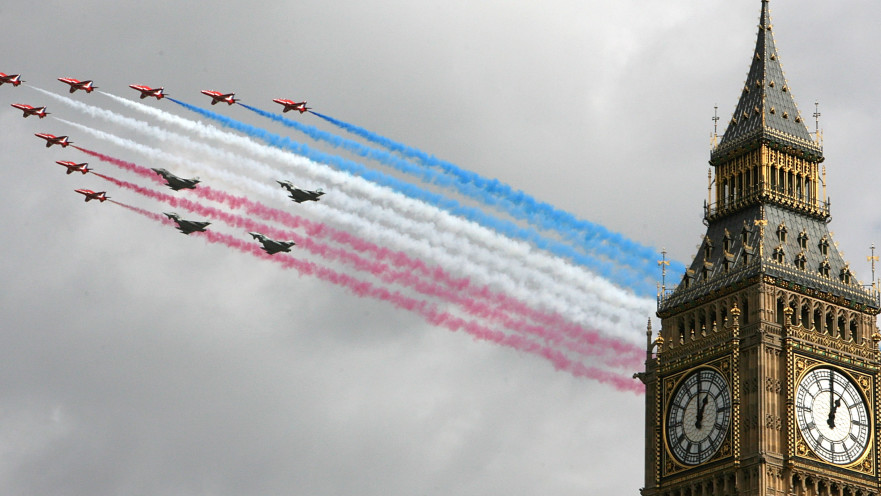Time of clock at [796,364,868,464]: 1:00
